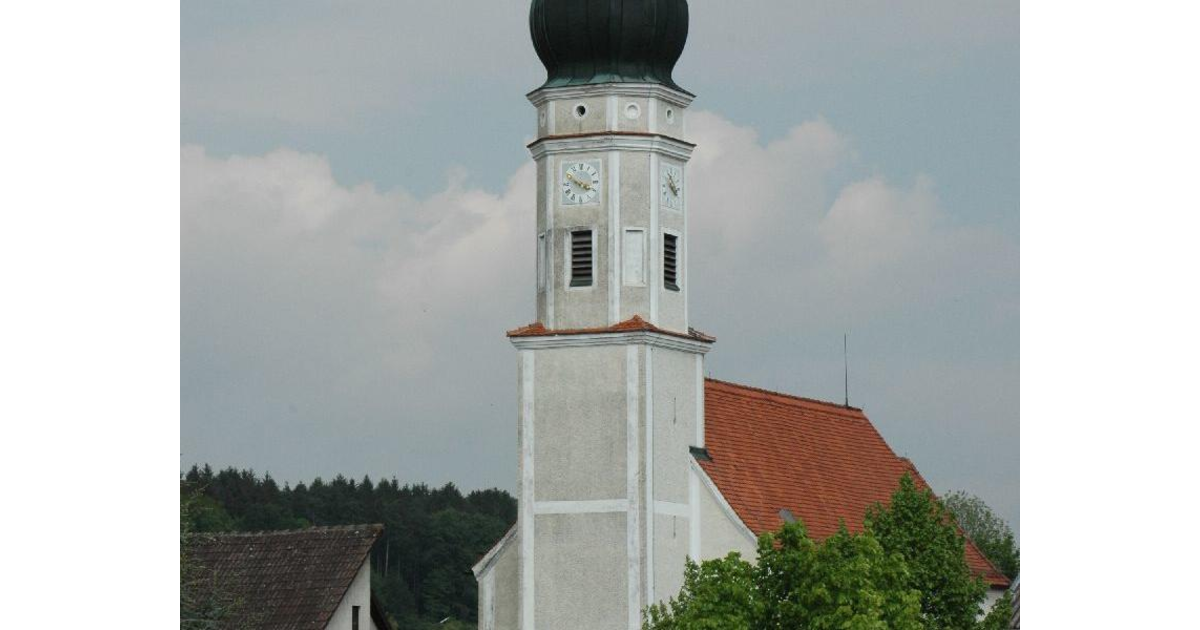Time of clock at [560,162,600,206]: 3:48
